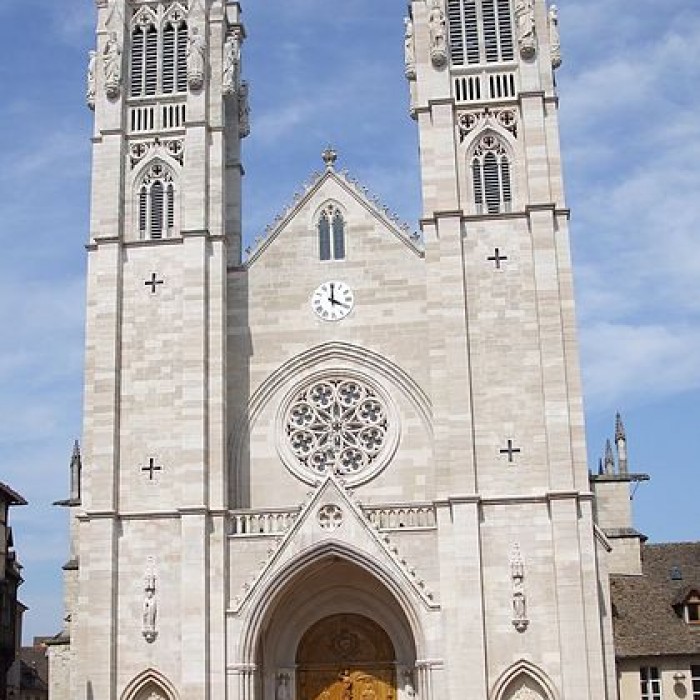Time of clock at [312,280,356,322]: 4:00
